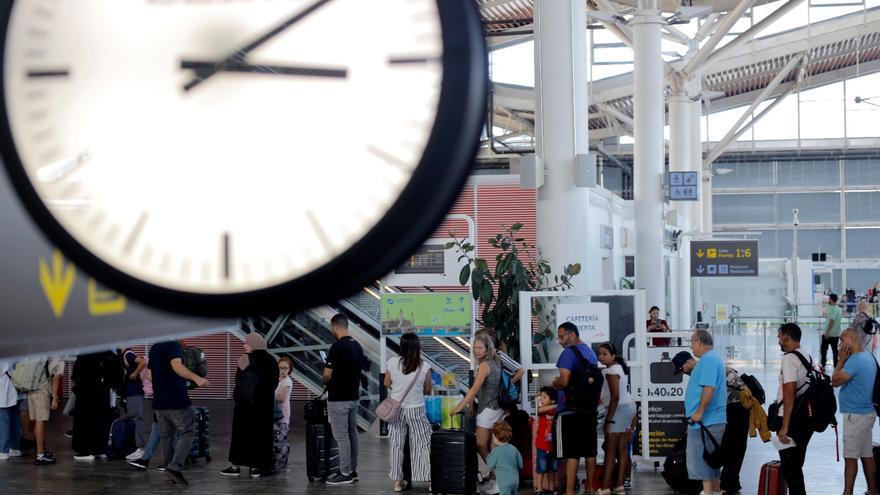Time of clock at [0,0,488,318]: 3:09
